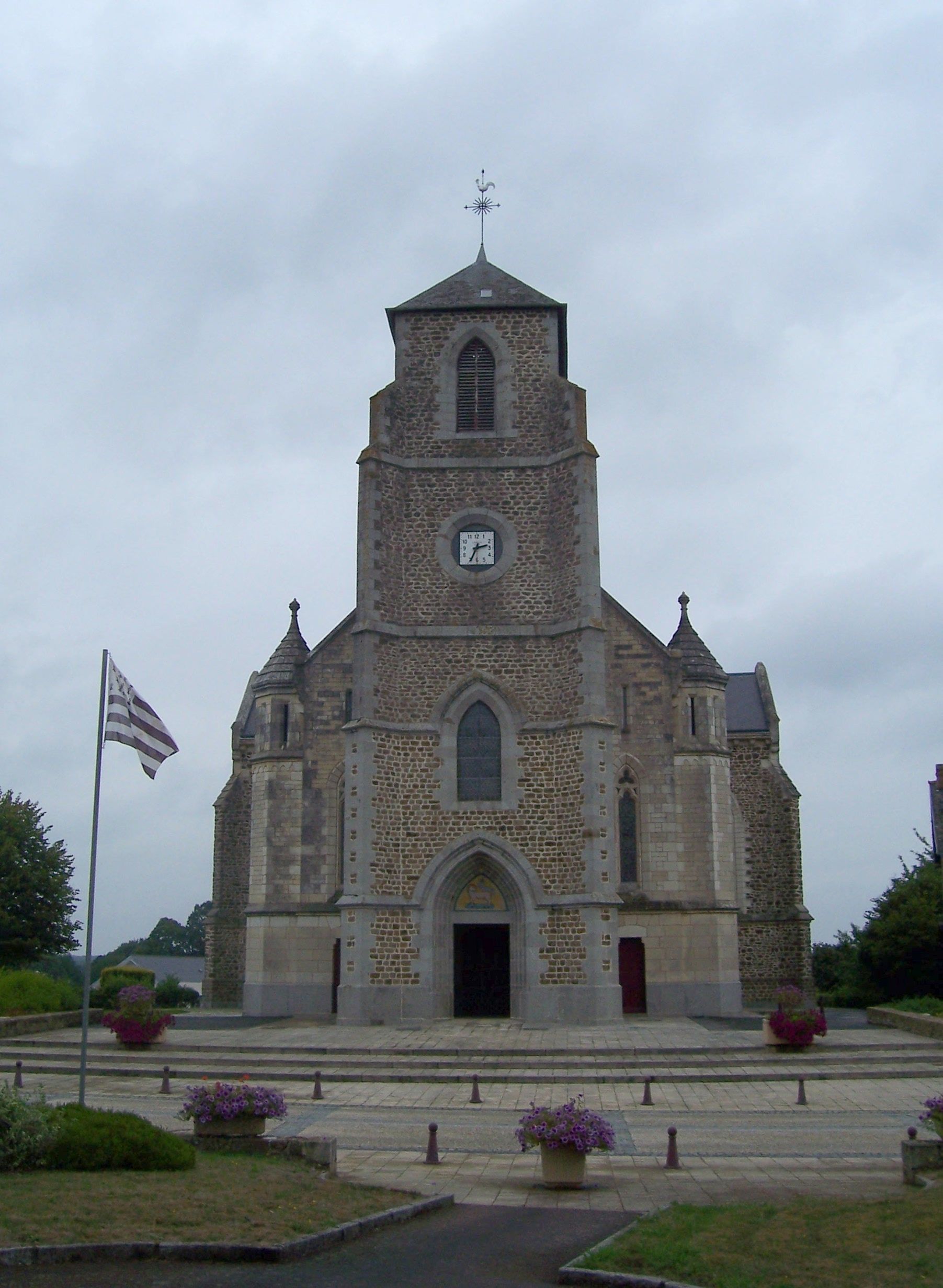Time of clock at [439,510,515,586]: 2:33
